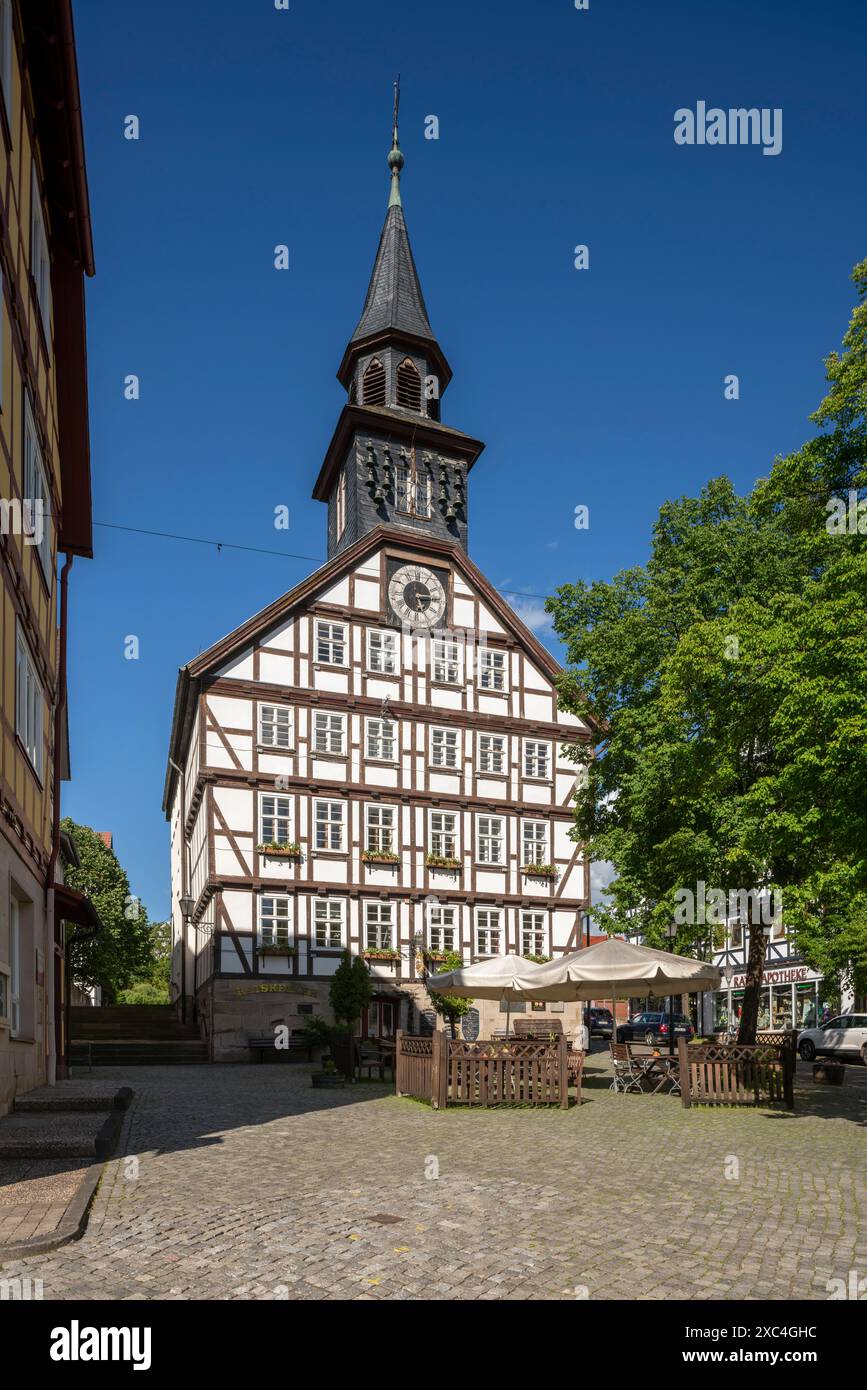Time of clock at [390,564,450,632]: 5:14
